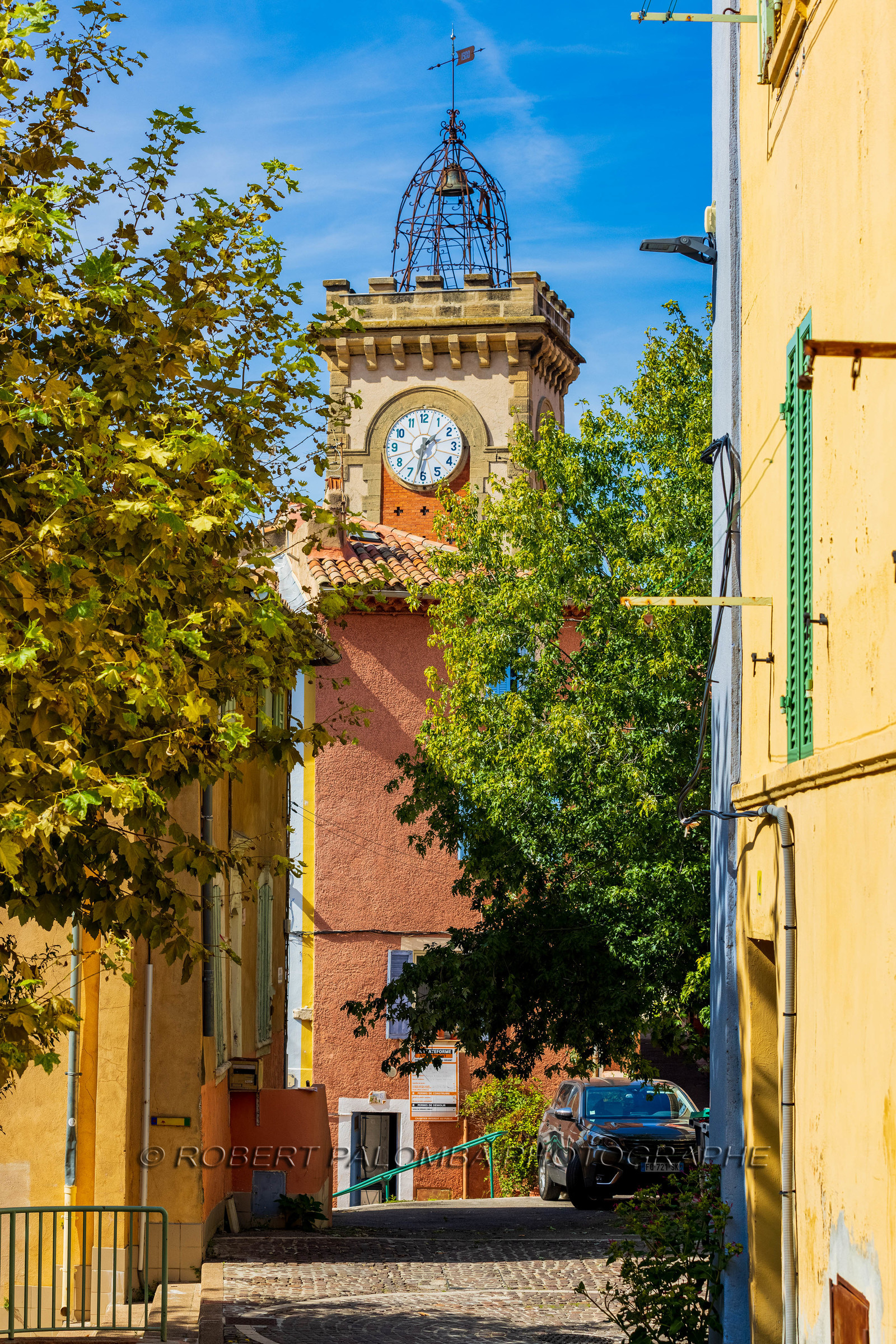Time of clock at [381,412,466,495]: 1:32
